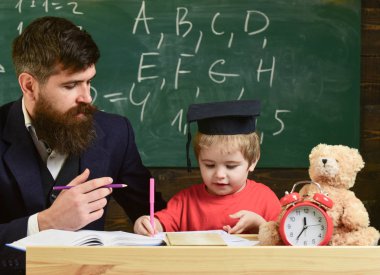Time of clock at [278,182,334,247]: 11:35
